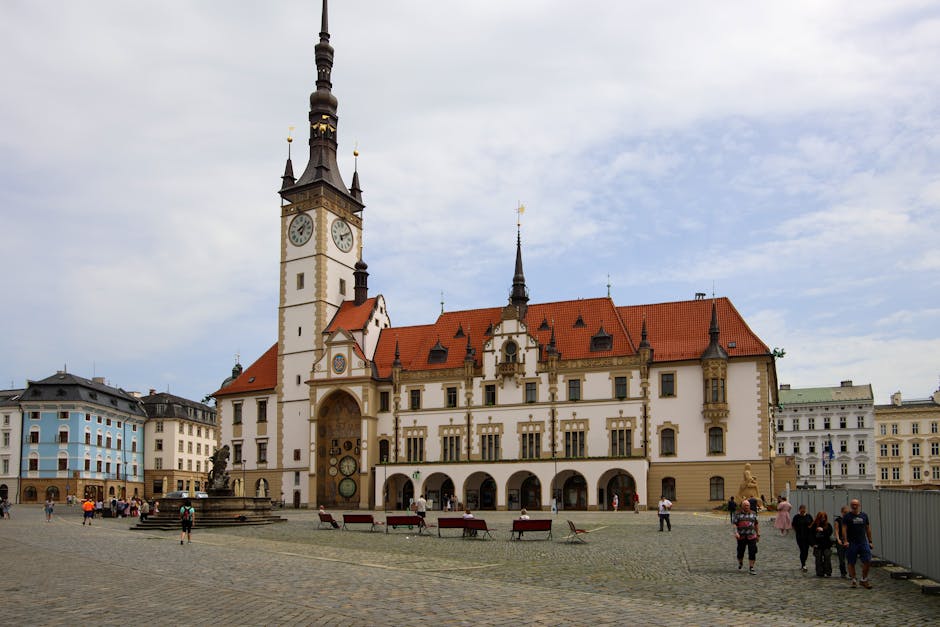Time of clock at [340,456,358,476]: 5:26
